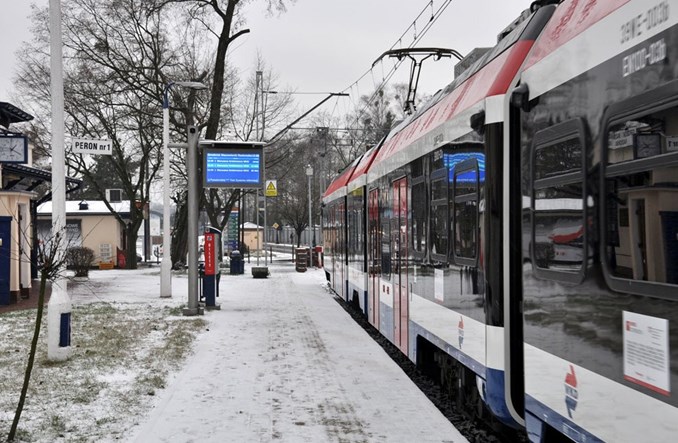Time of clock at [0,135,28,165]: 1:20
